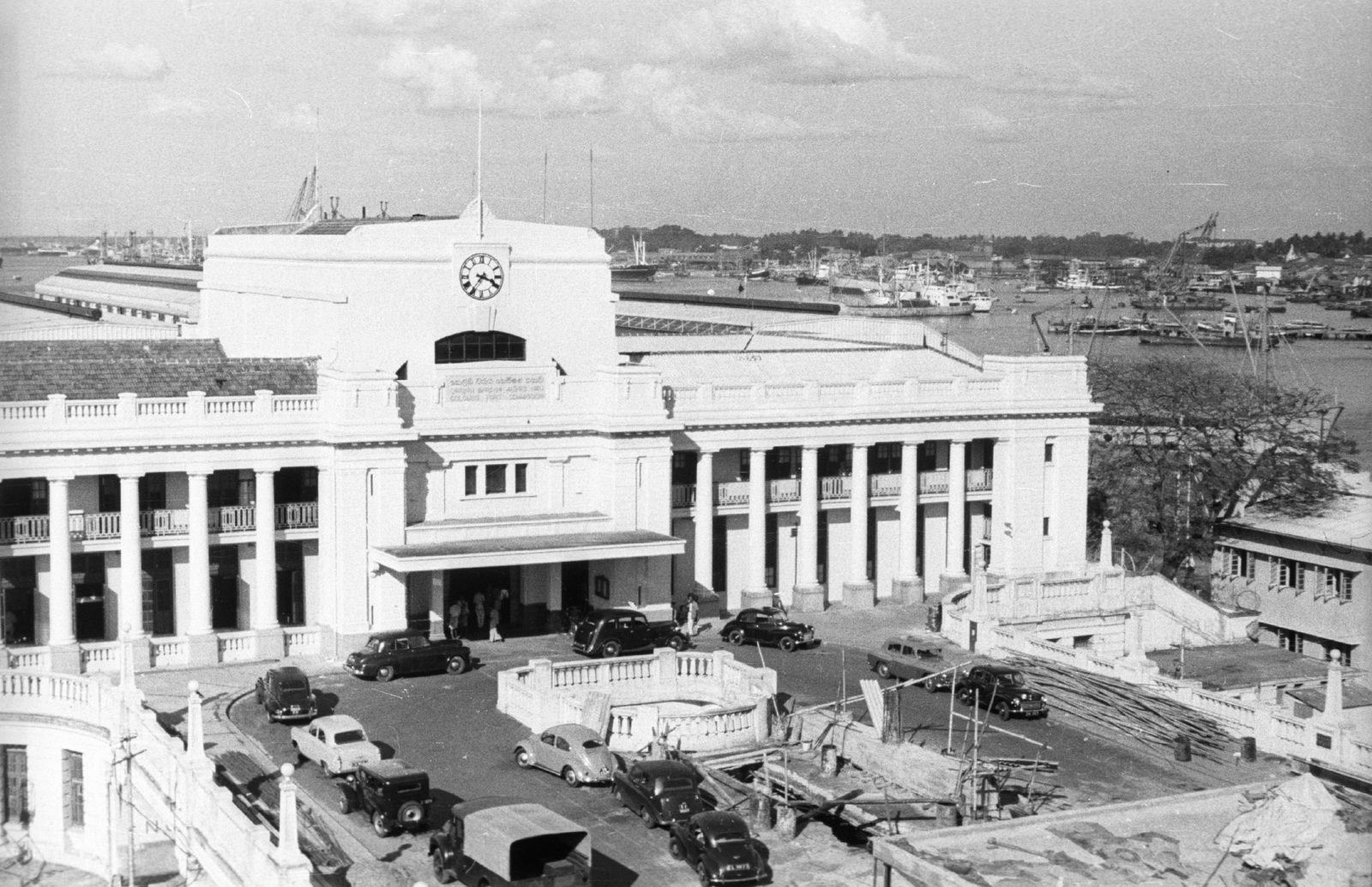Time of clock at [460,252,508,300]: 3:36
